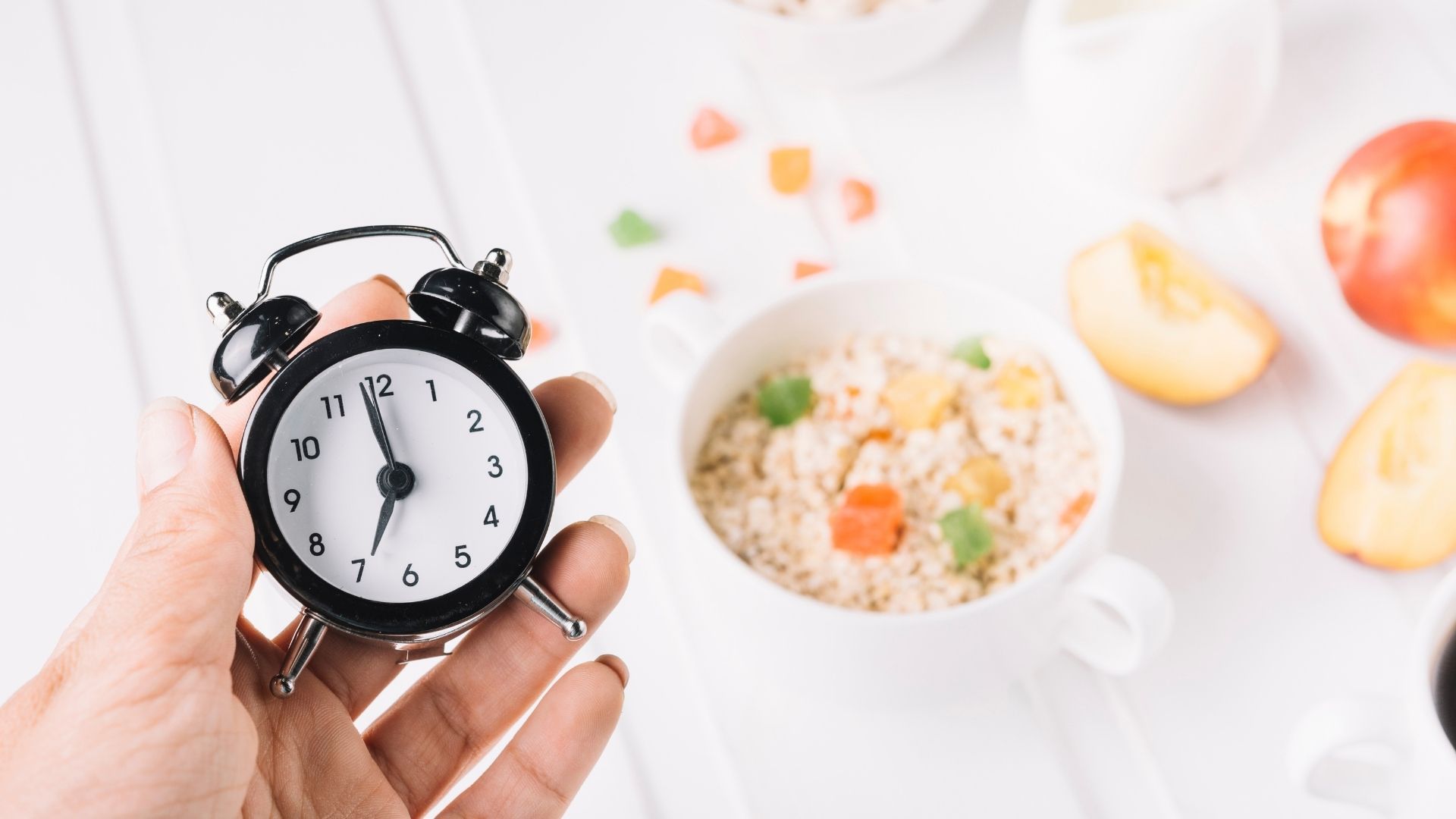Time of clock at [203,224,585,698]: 6:58
